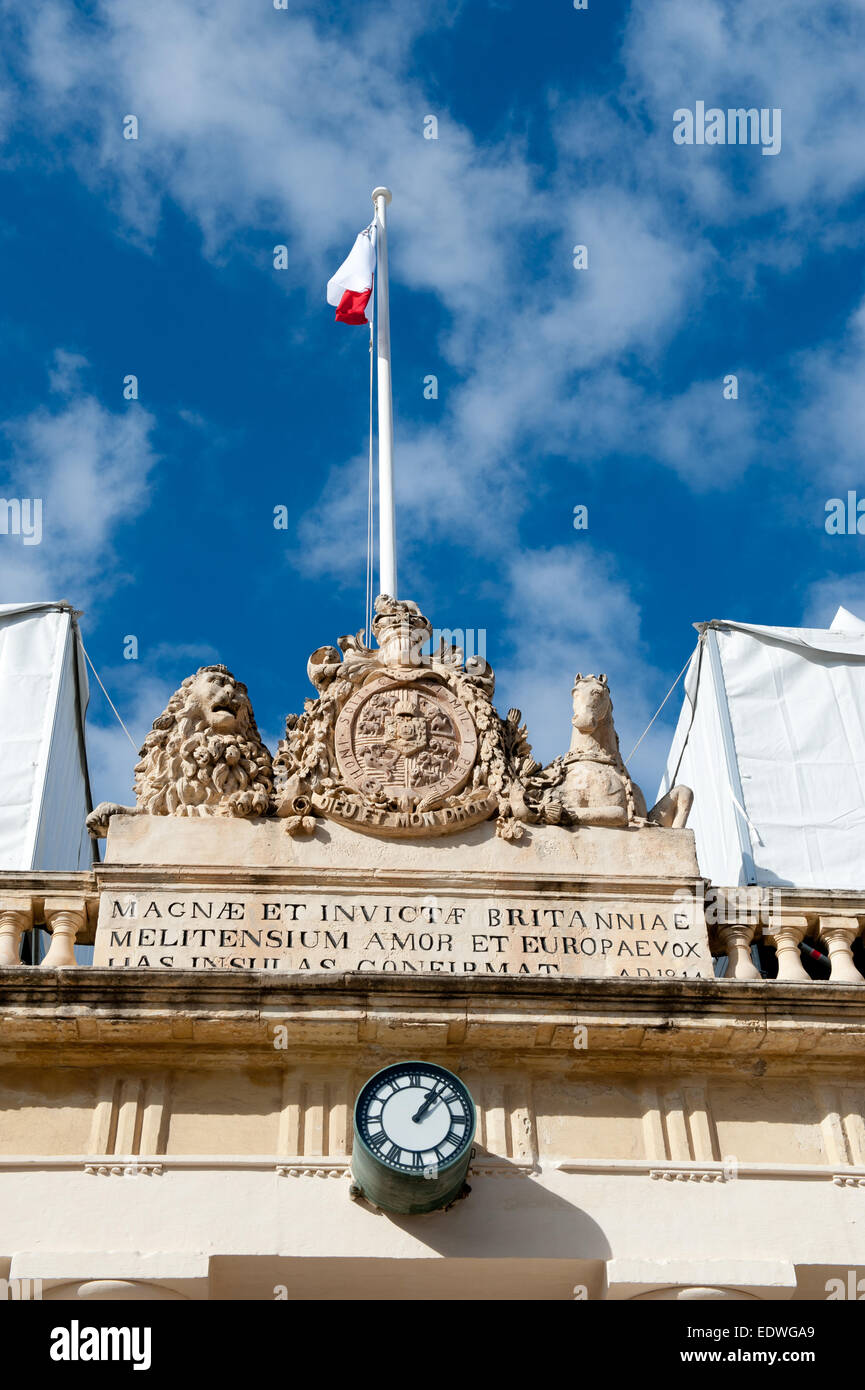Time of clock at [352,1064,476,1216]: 1:07
